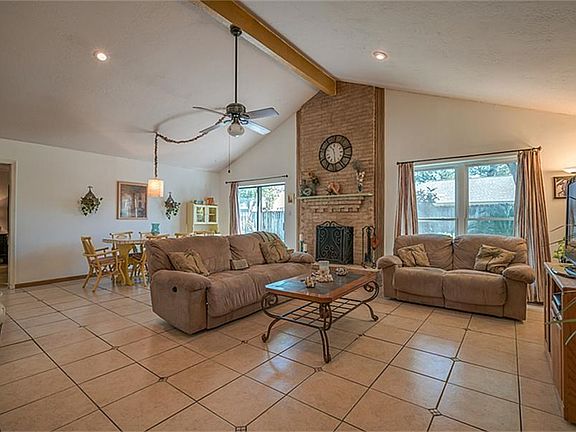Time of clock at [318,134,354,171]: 11:29
